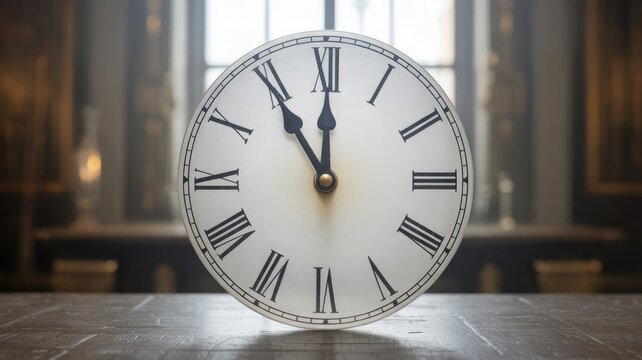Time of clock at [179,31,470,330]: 11:54
